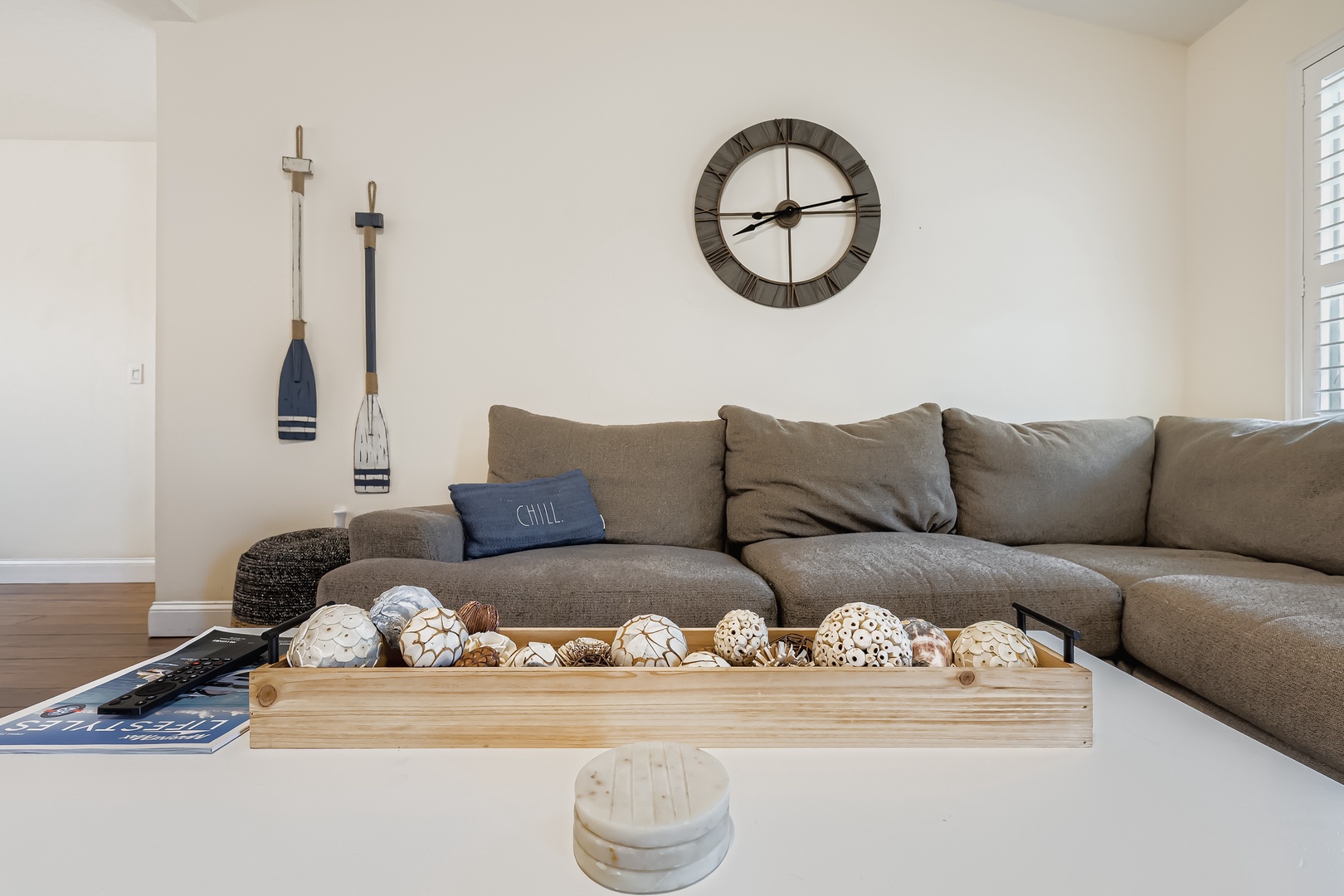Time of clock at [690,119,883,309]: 8:13
